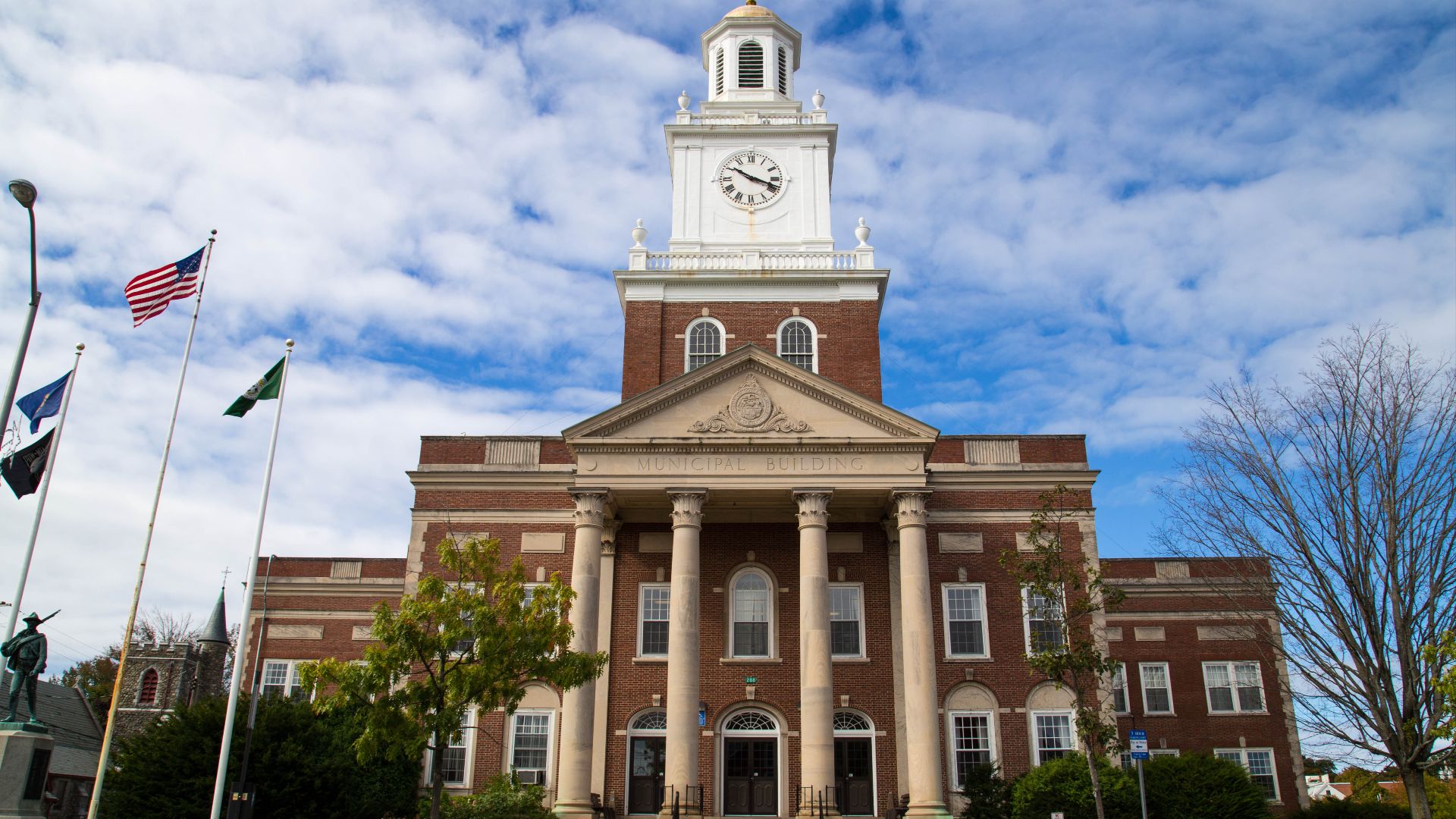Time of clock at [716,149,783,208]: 10:18
